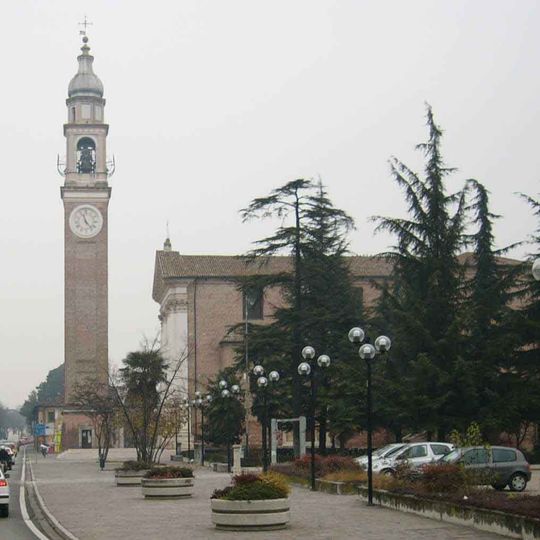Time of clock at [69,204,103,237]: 11:23
